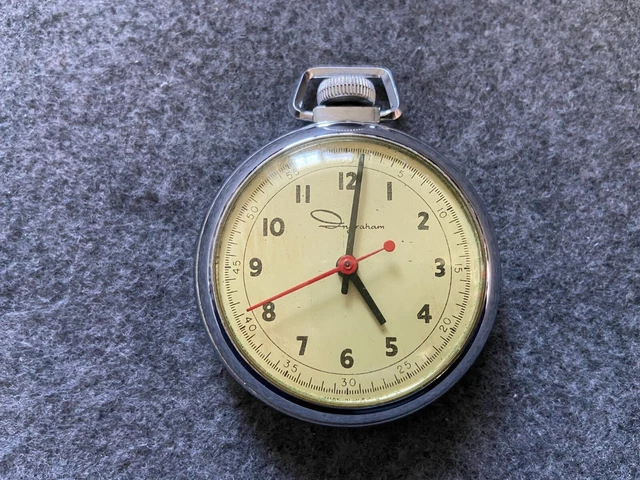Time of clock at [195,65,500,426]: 5:01
